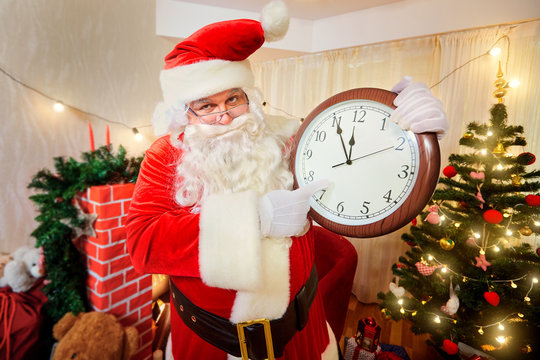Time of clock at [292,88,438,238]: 11:55
